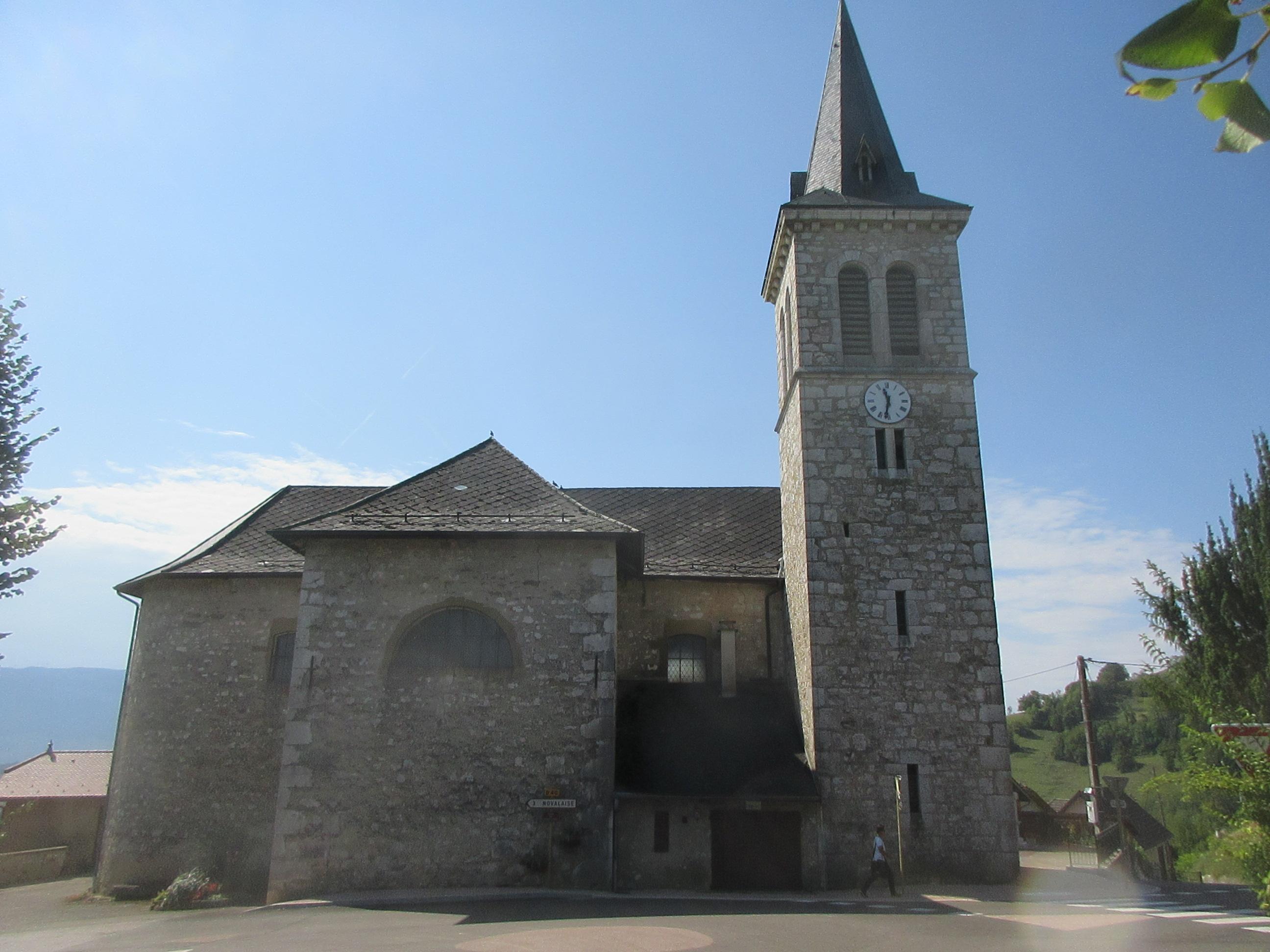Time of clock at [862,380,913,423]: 11:32
